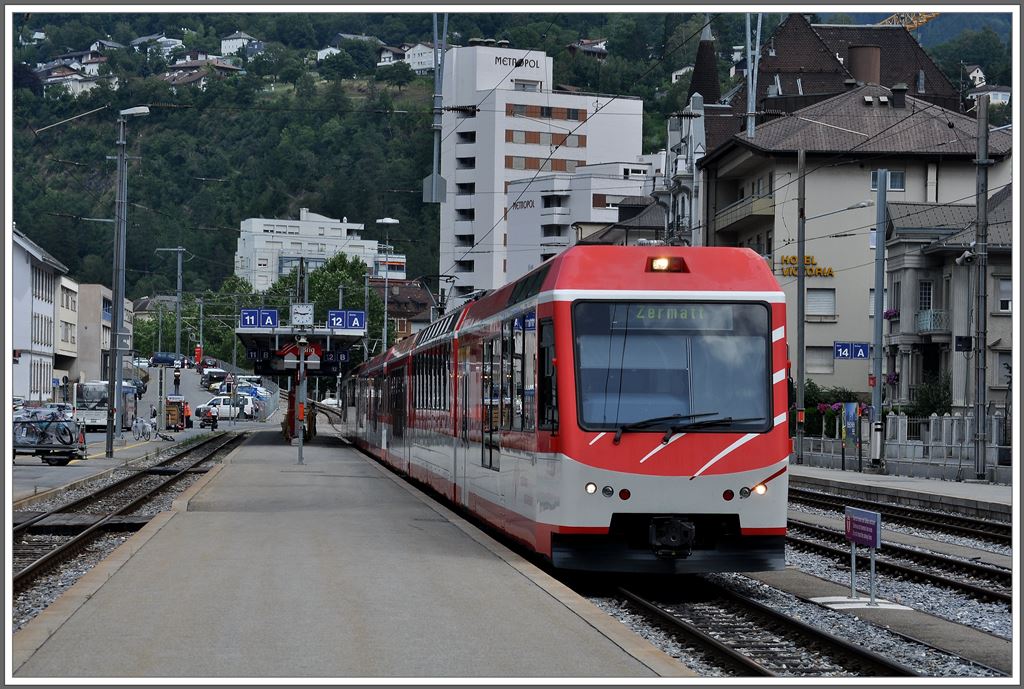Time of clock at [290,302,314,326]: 2:46
